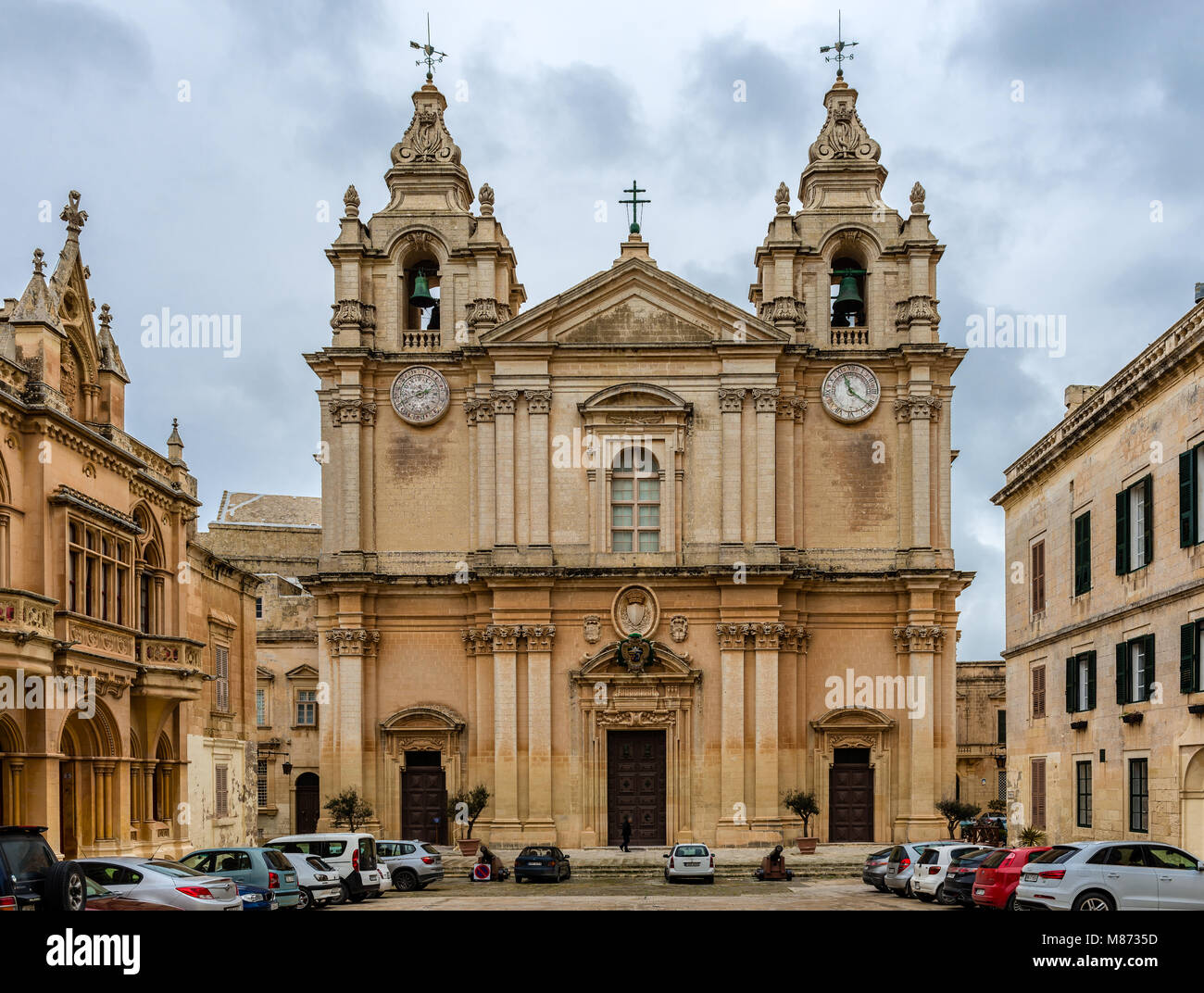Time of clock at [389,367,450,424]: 1:41
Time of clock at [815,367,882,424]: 11:20
